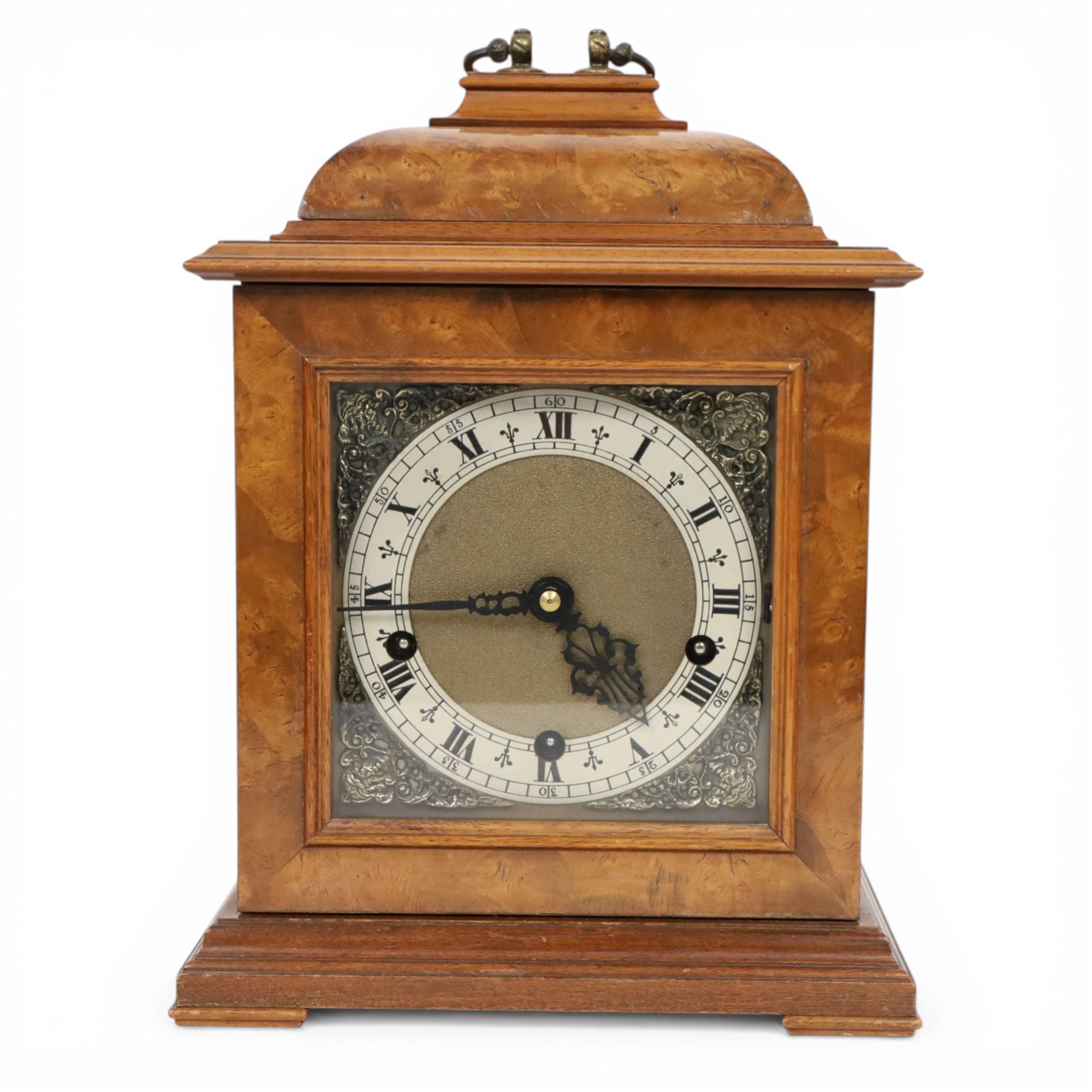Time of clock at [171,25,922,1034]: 4:43
